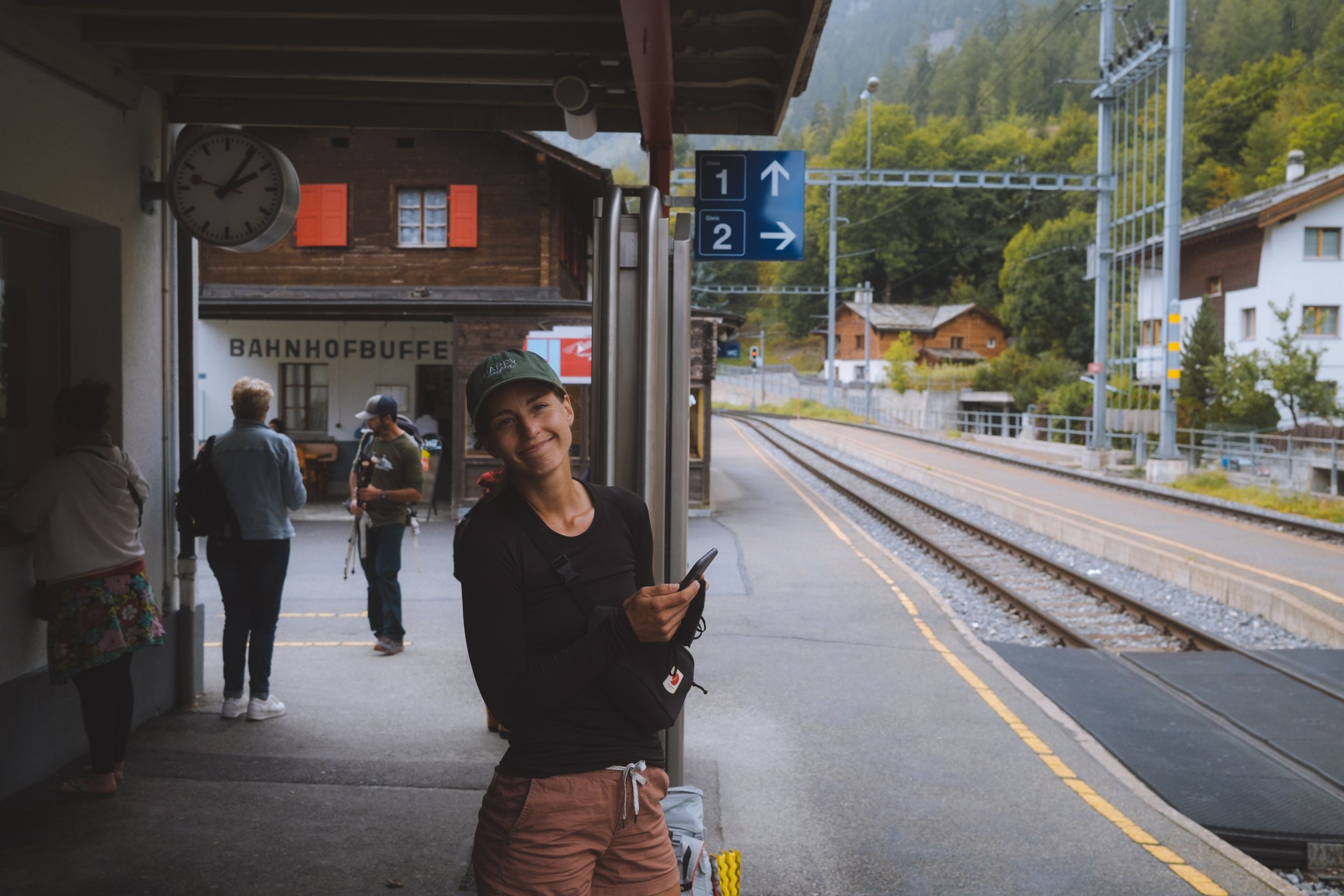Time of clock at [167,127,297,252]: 2:05
